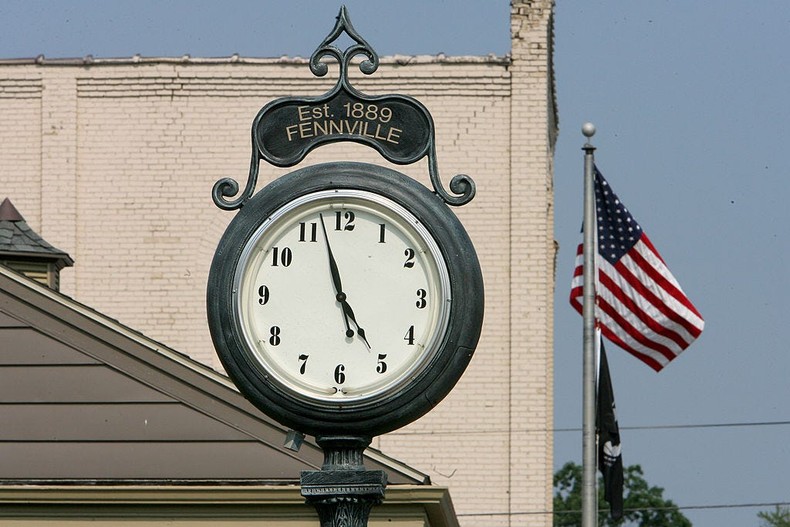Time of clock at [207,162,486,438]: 4:57
